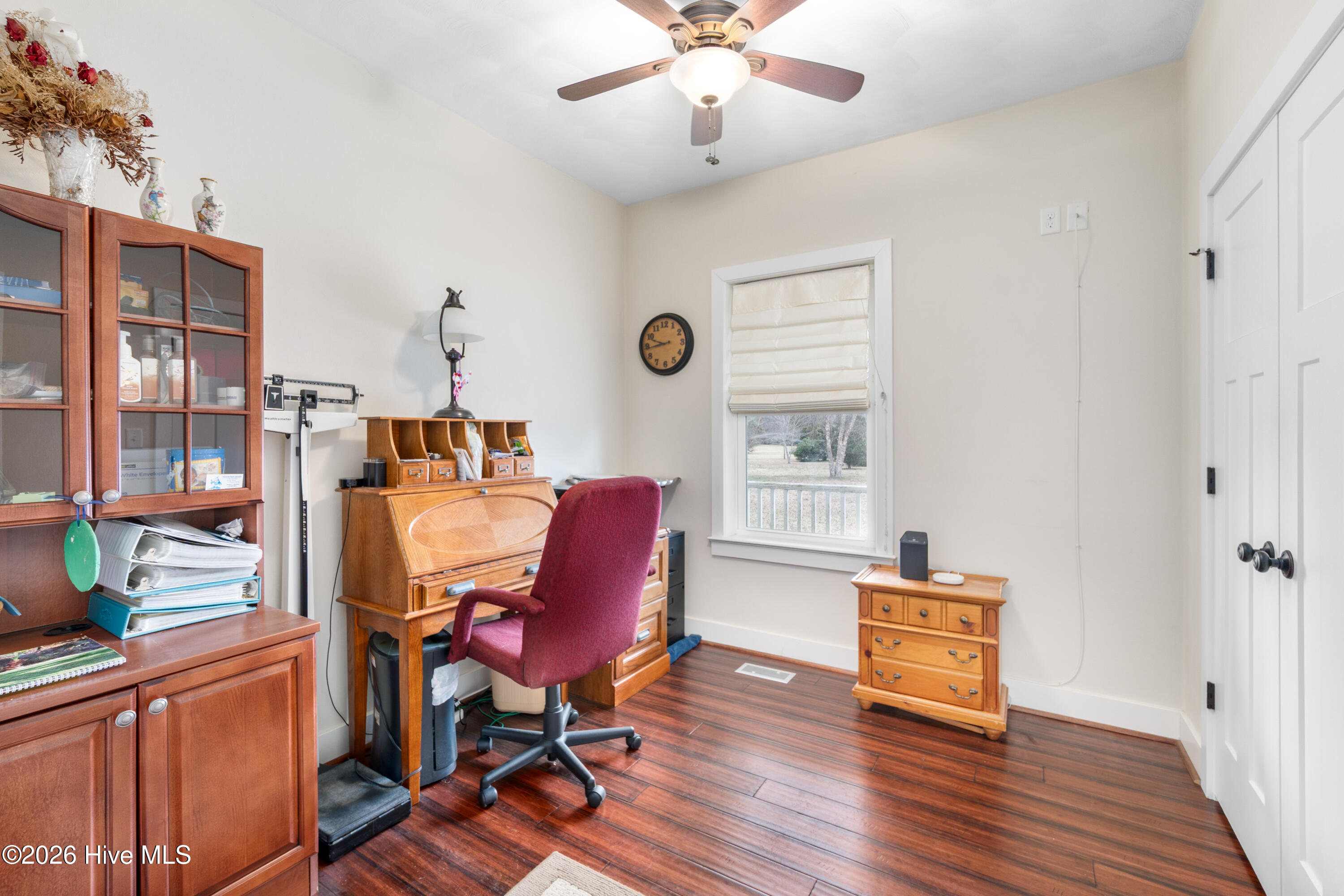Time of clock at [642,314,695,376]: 9:43
